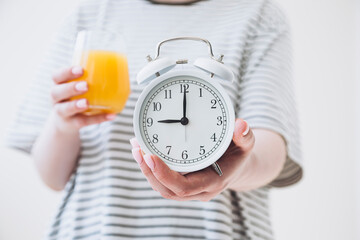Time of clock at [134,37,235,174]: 9:00
